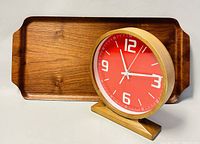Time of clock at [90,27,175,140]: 11:13
